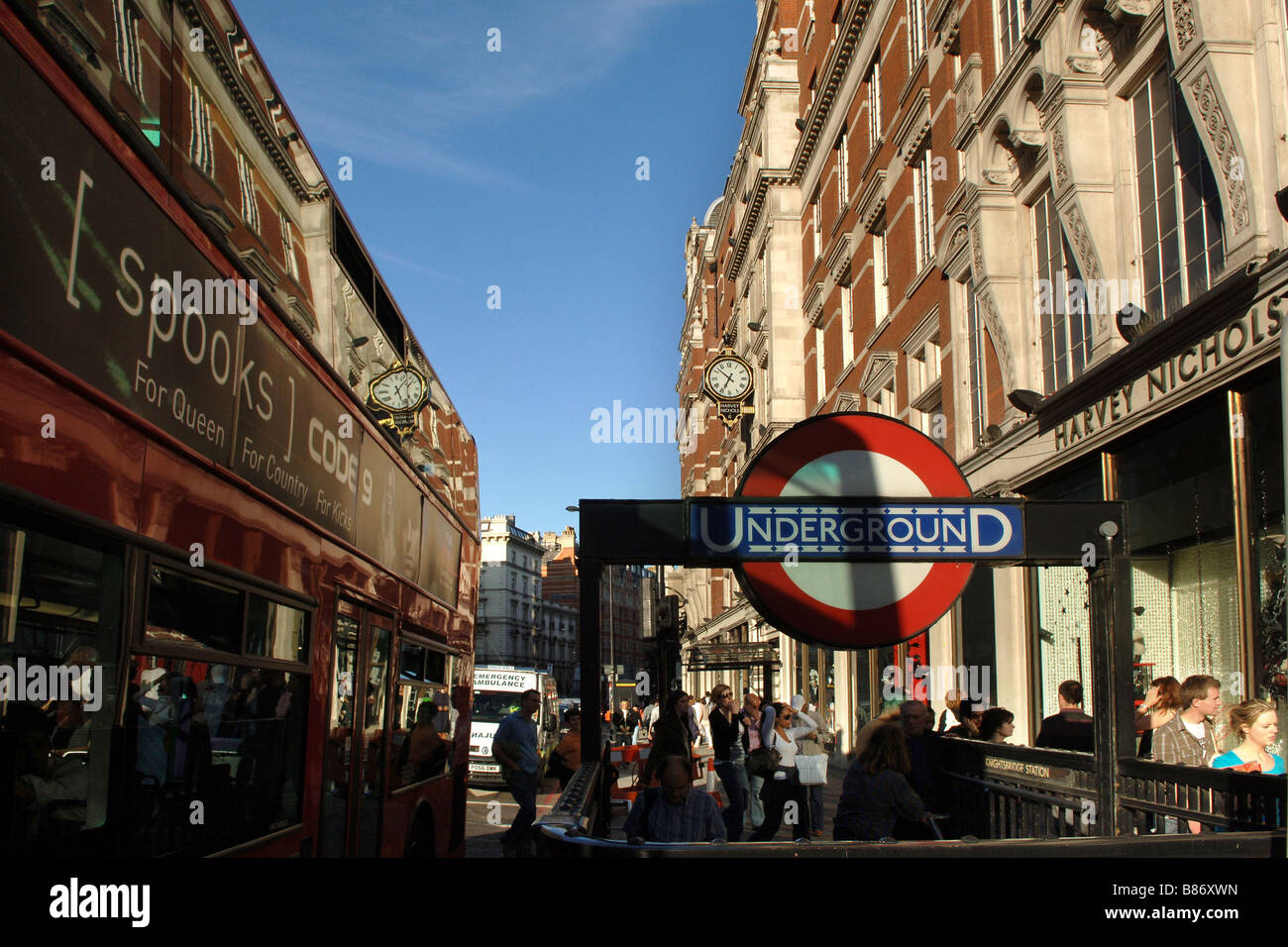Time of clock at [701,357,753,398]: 6:52
